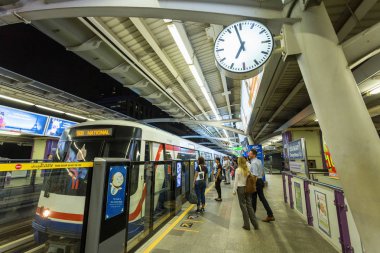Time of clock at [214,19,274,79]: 6:58
